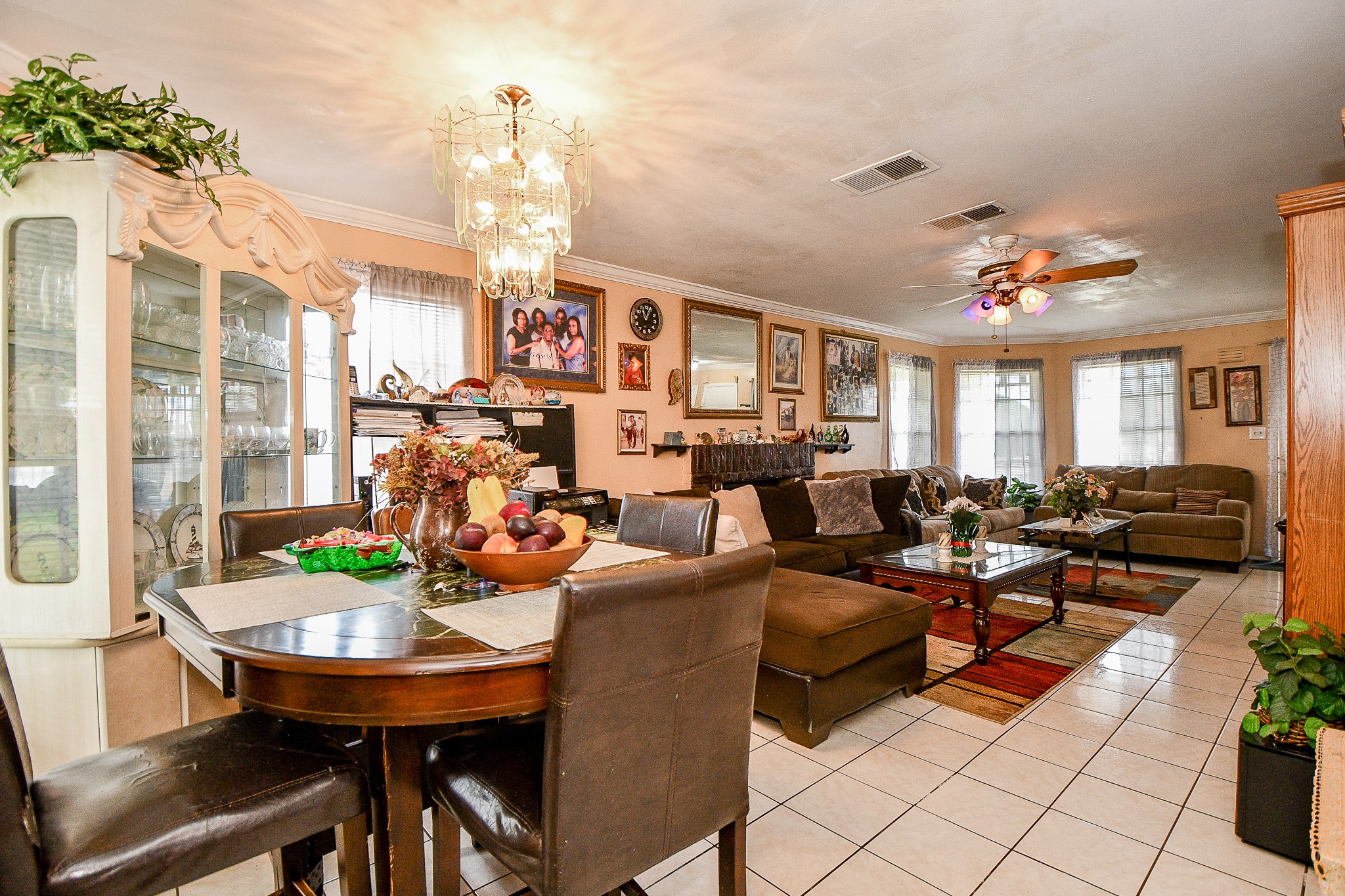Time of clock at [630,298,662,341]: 11:03
